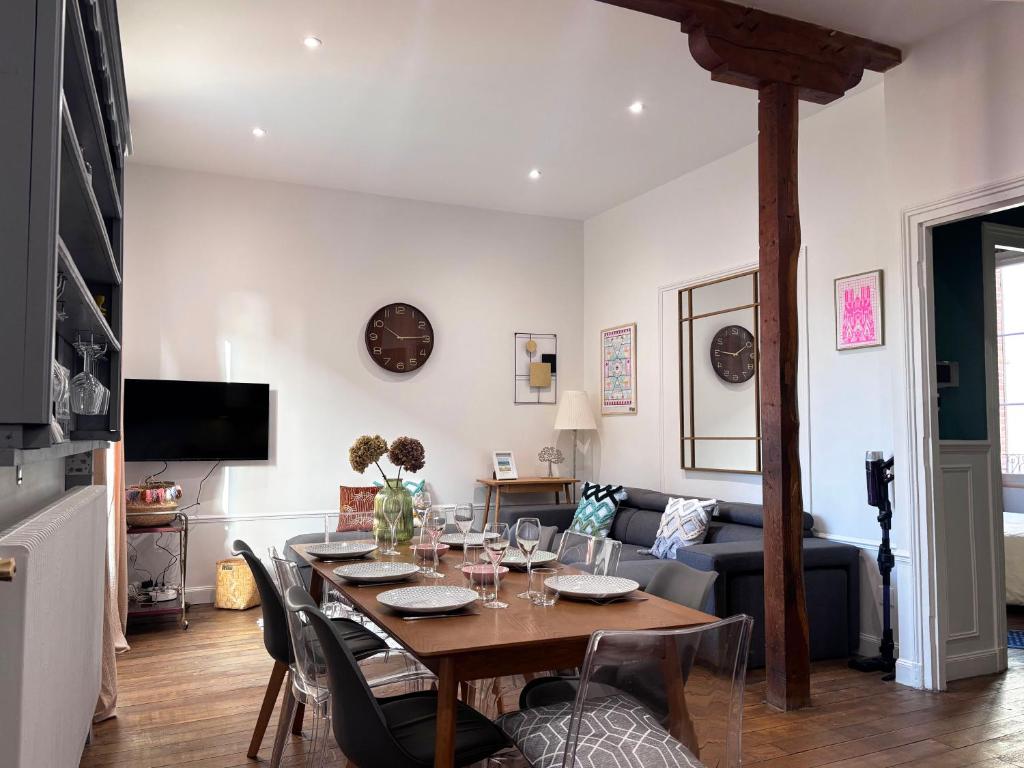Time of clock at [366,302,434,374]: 10:14
